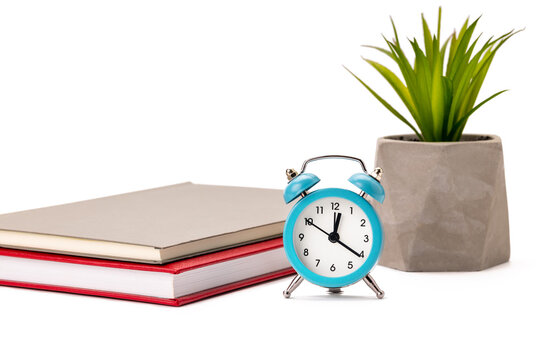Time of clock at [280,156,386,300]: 12:20
